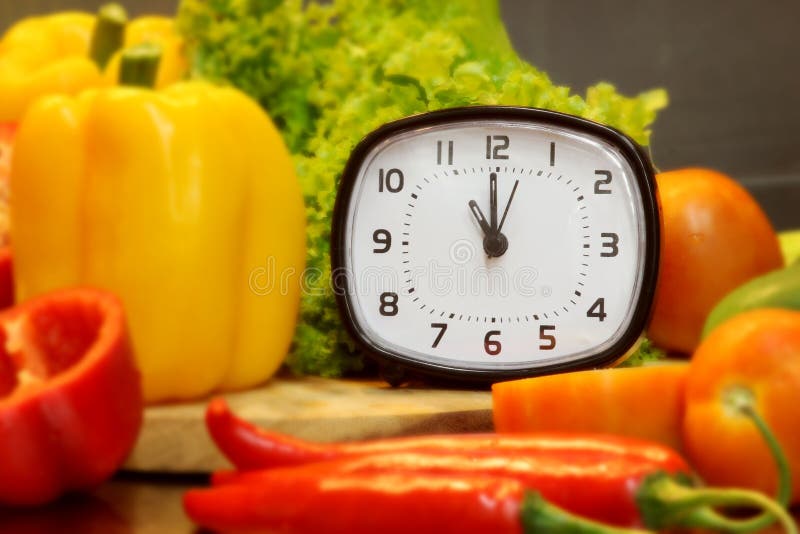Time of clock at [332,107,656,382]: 11:59
